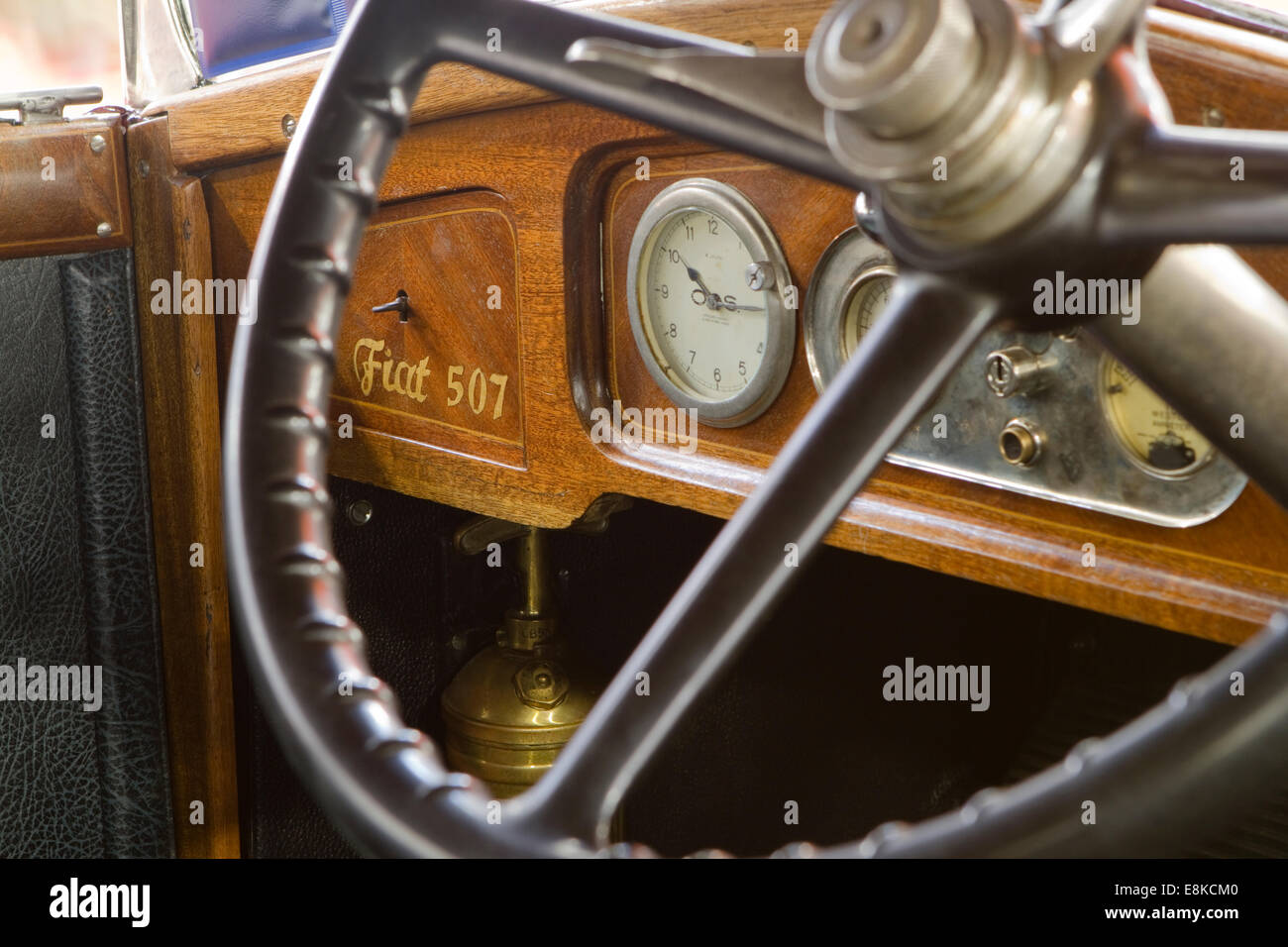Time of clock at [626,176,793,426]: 10:14
